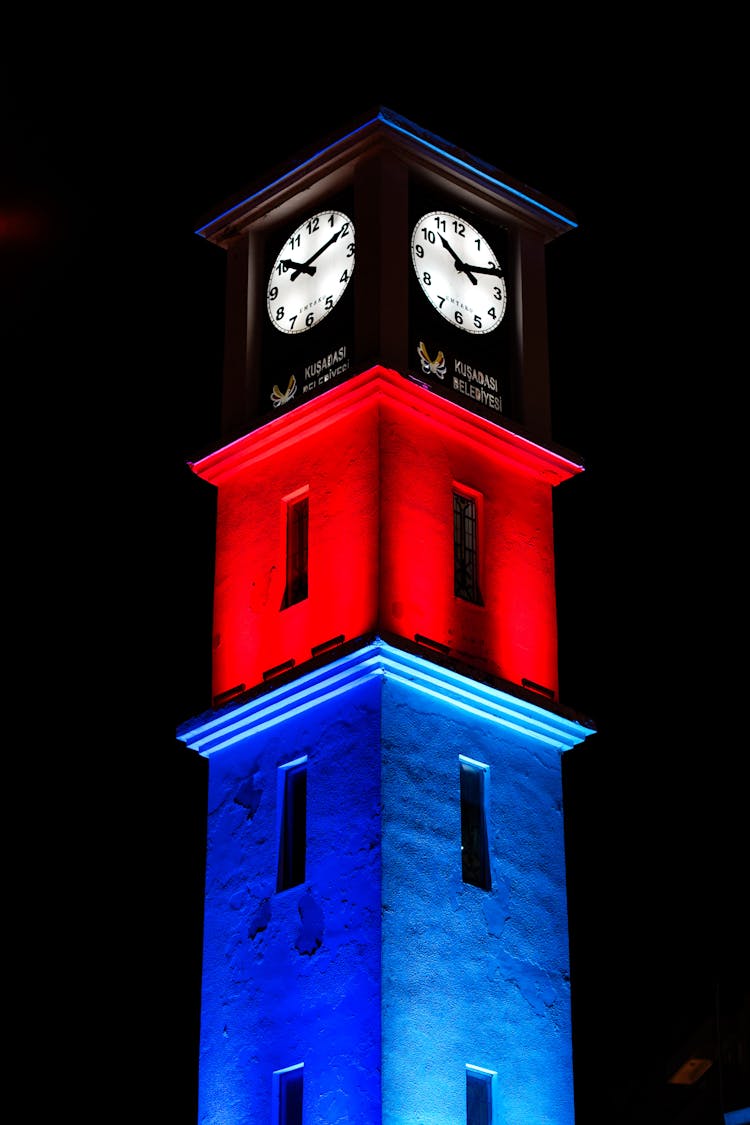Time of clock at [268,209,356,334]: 10:10
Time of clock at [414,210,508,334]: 10:12
